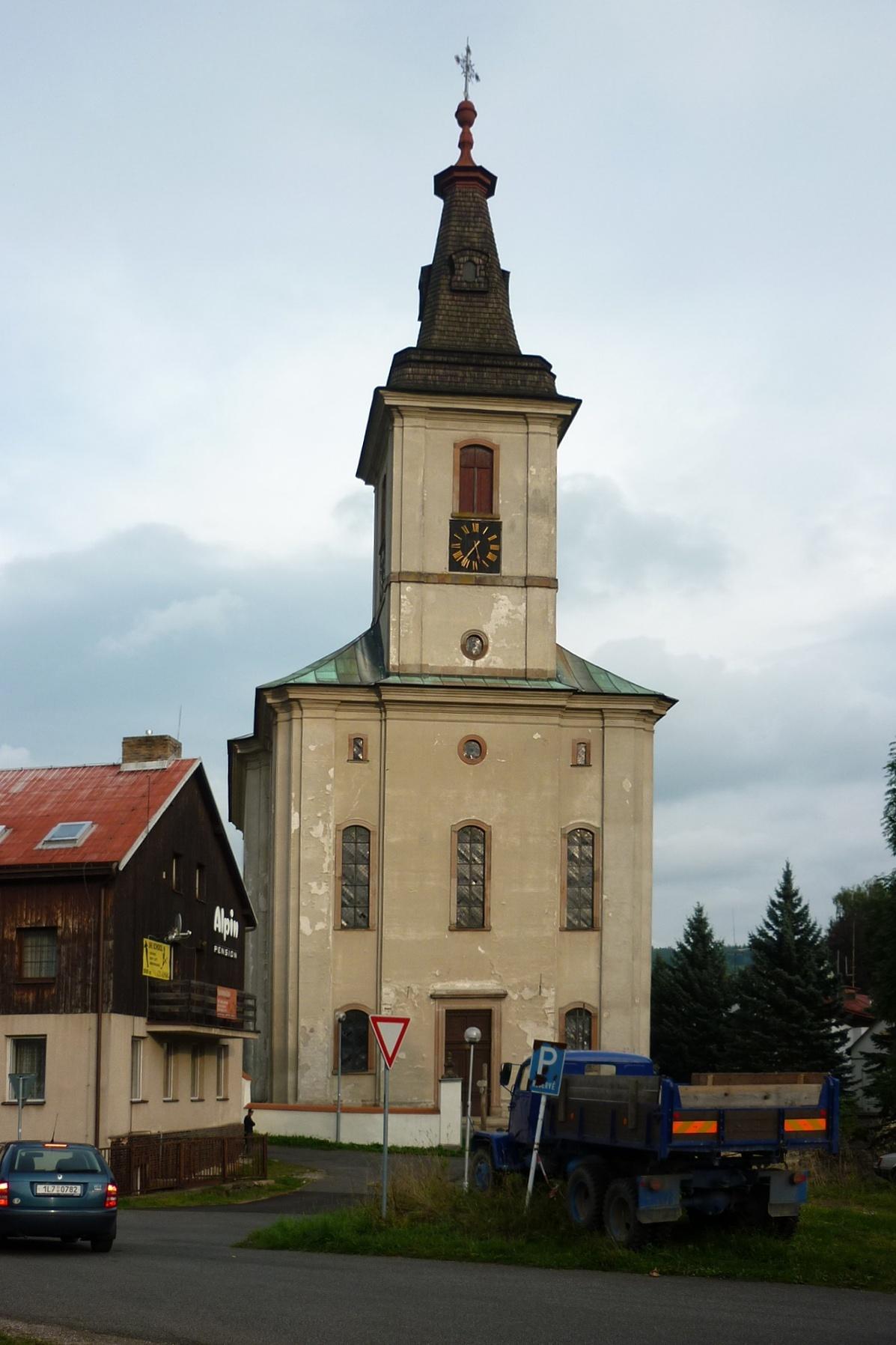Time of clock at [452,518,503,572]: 5:36
